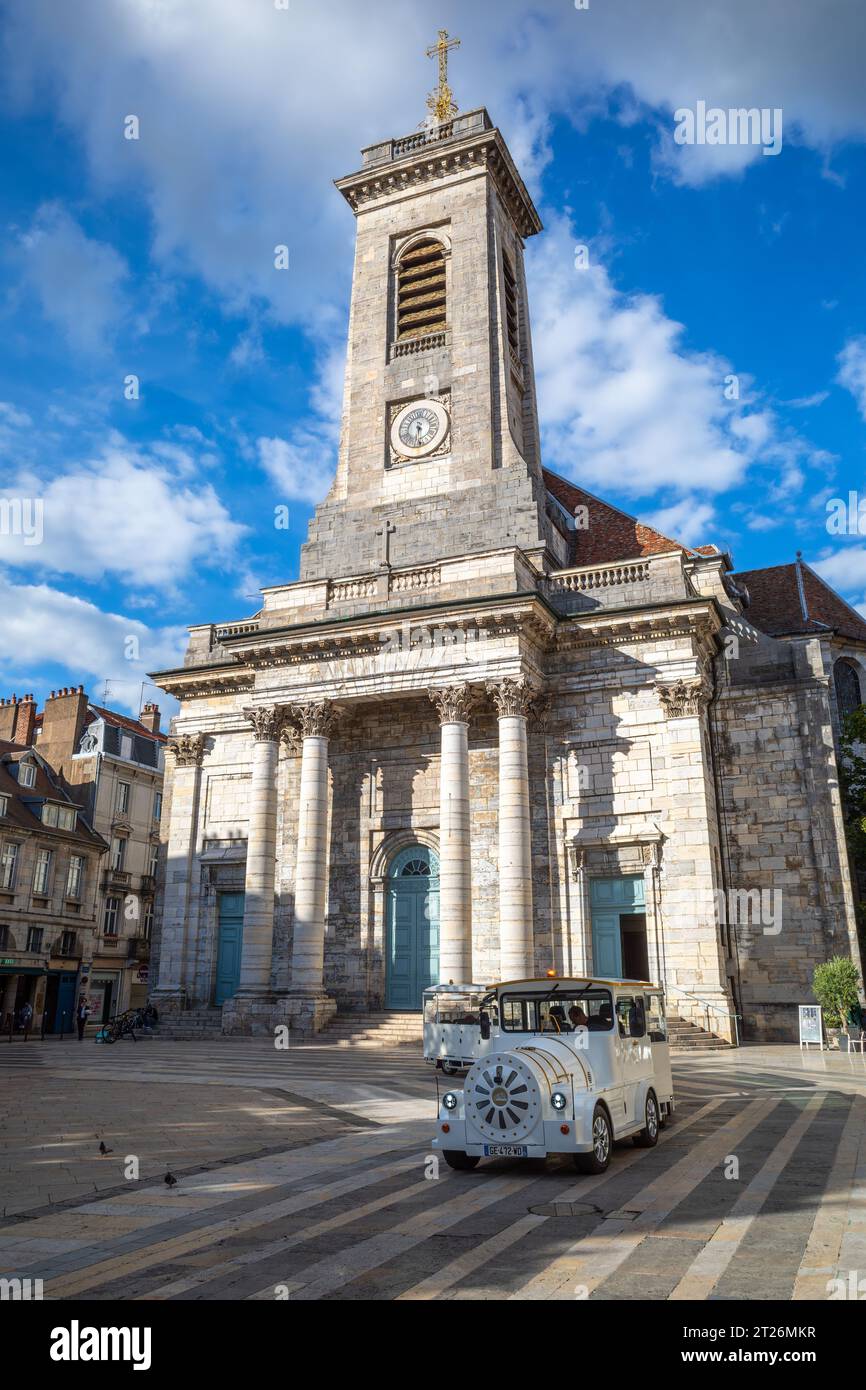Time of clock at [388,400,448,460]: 6:29
